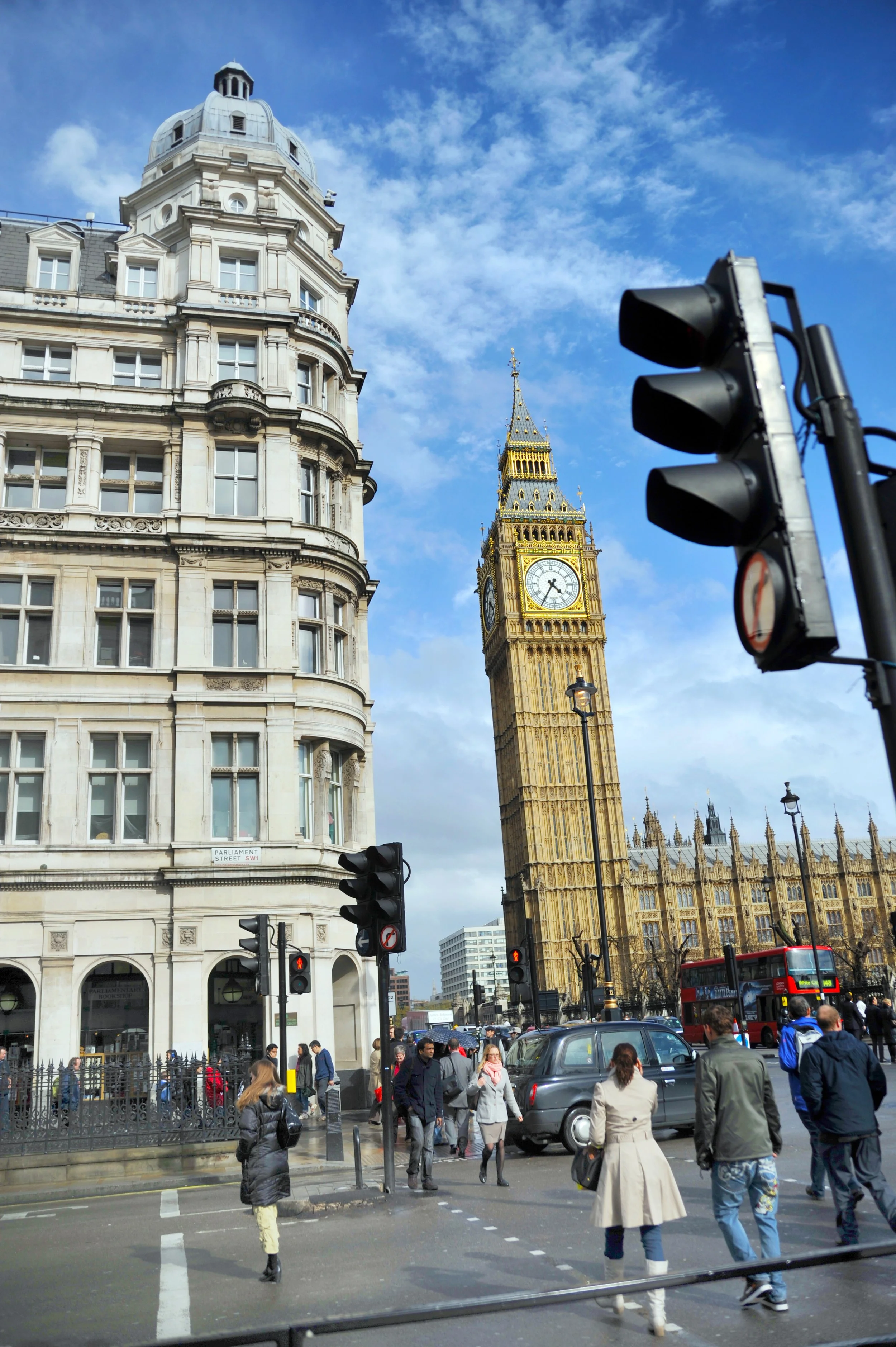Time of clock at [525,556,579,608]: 4:35
